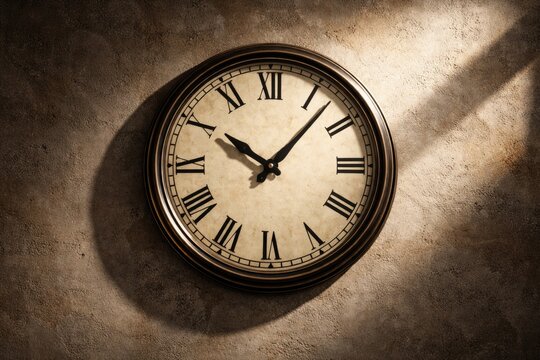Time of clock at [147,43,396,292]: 10:07
